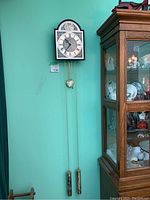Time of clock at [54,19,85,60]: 10:36
